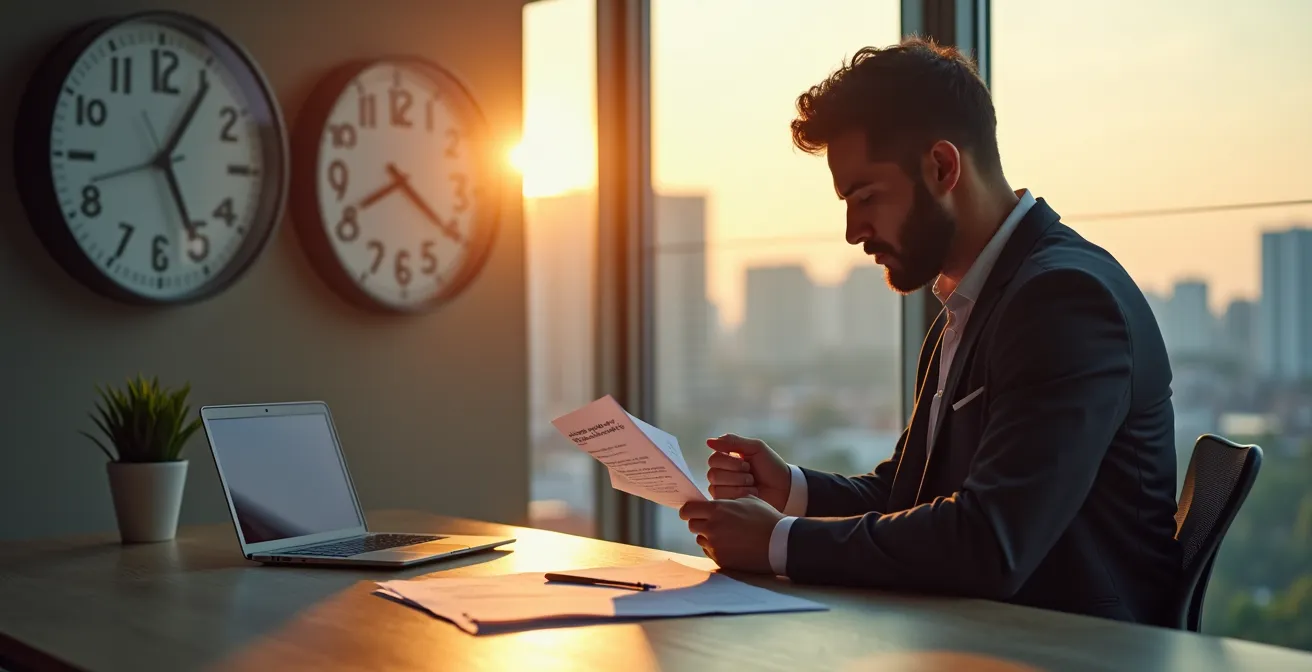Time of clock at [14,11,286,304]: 5:05
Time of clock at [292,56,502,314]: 8:20
